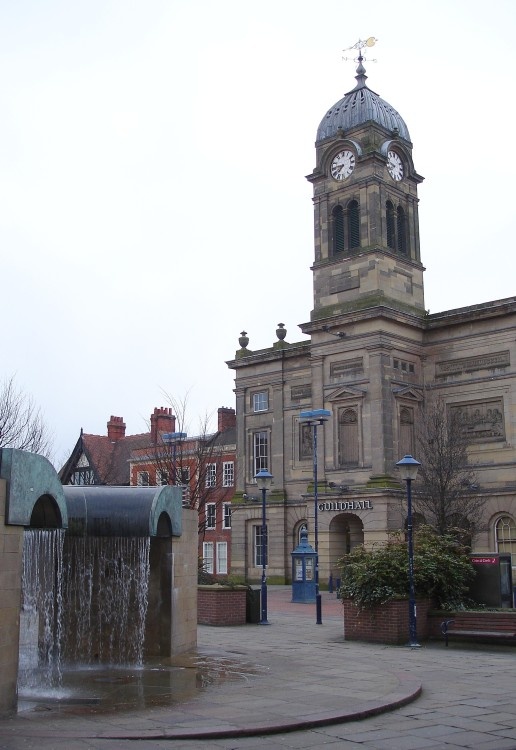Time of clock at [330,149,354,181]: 7:46
